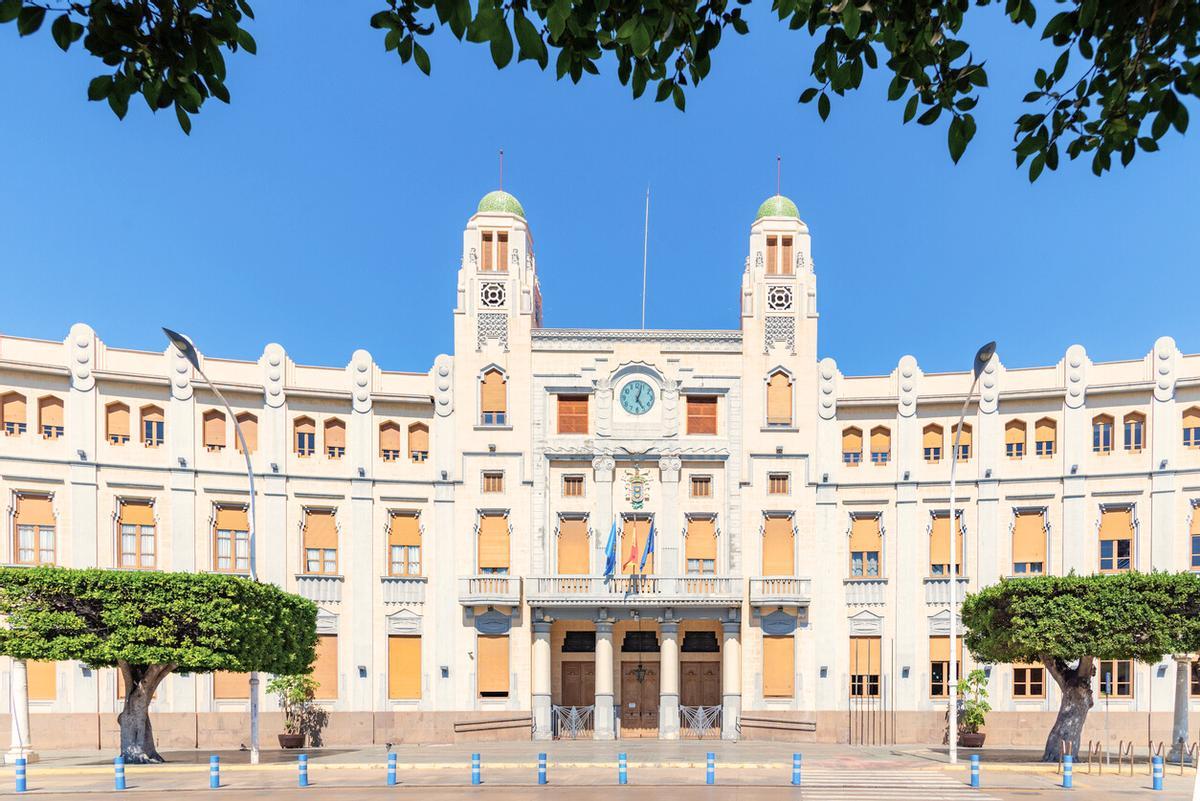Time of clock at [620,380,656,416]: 5:03
